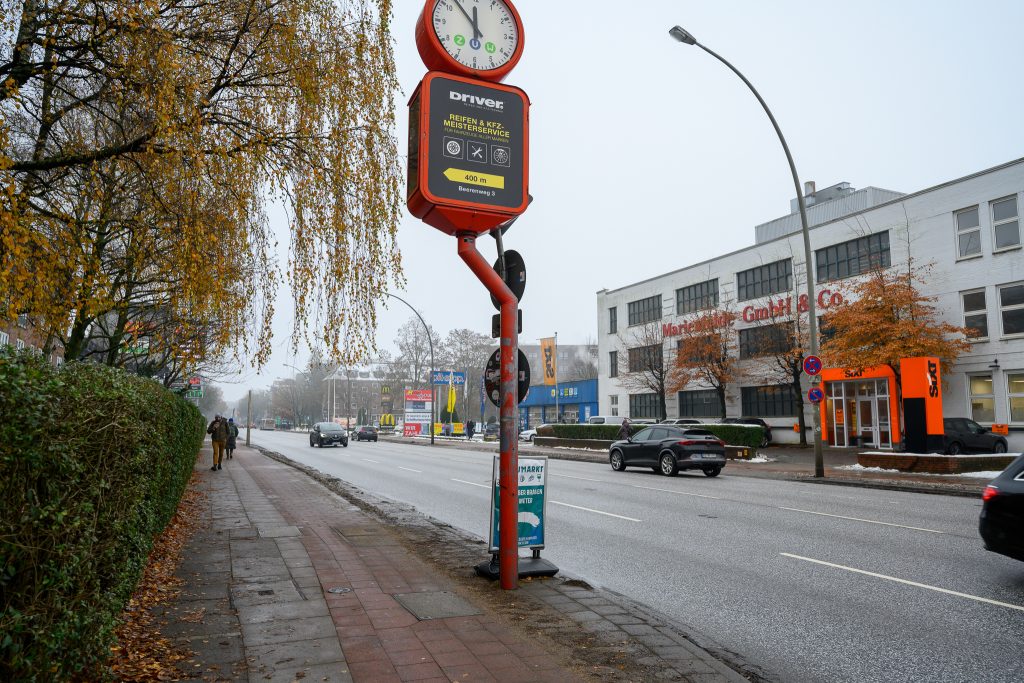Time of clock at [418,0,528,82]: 11:53
